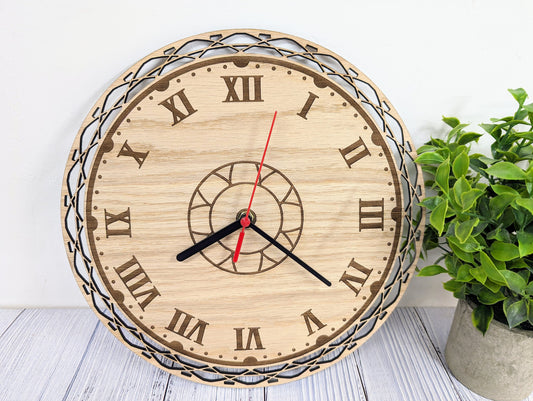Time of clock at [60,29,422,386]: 8:21
